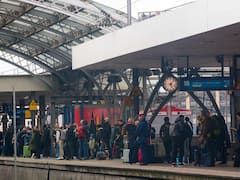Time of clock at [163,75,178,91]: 5:06
